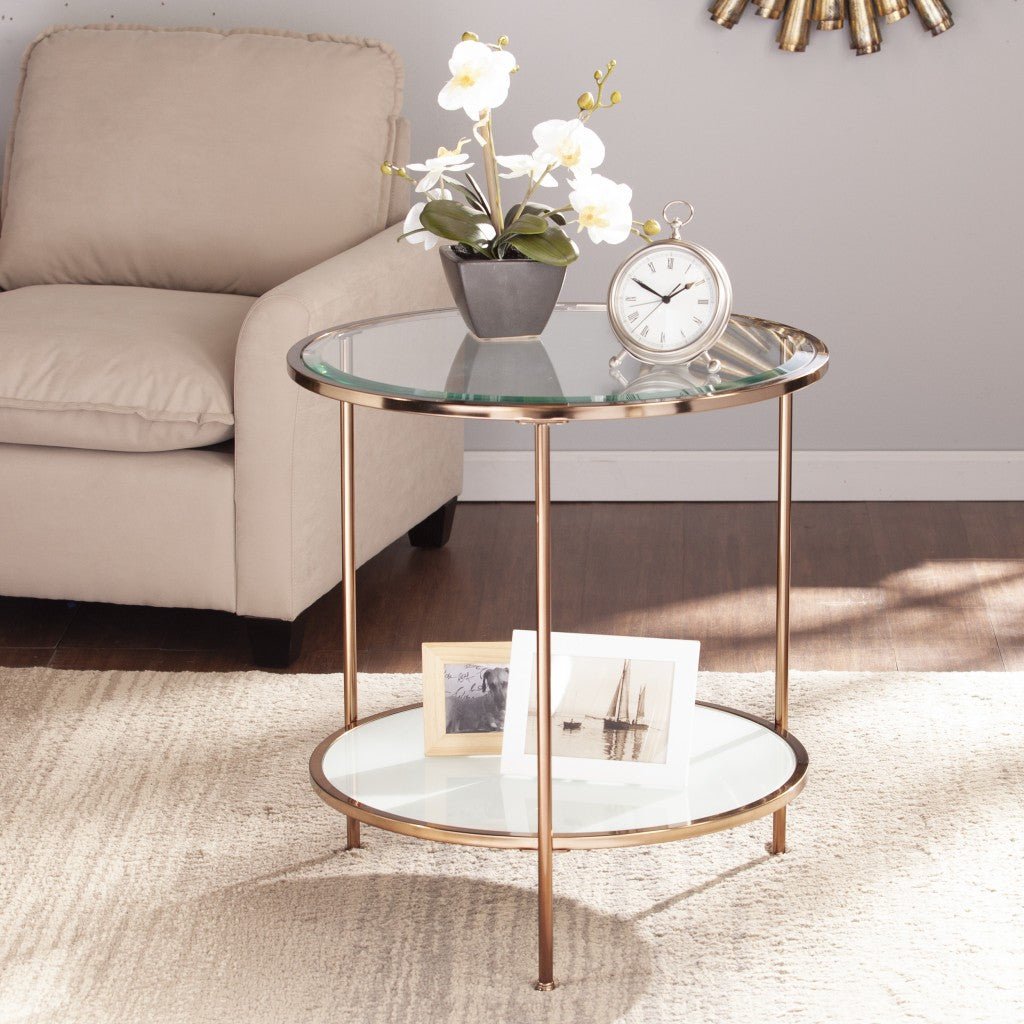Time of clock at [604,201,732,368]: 1:49
